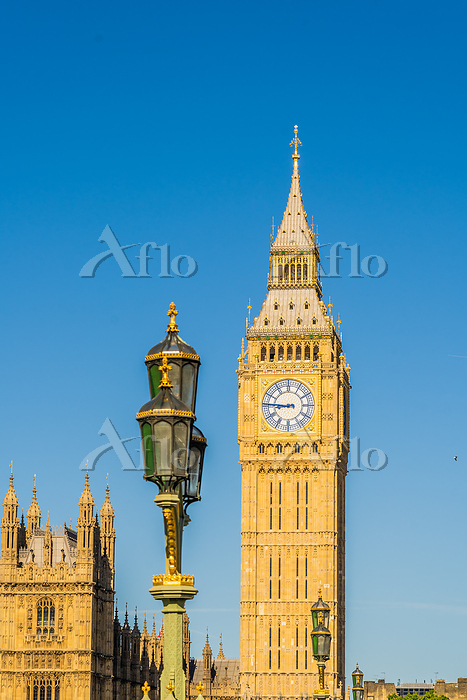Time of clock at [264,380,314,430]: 8:45
